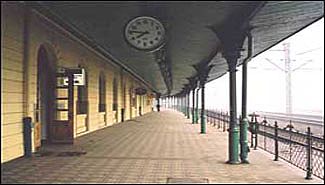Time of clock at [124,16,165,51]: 7:46
